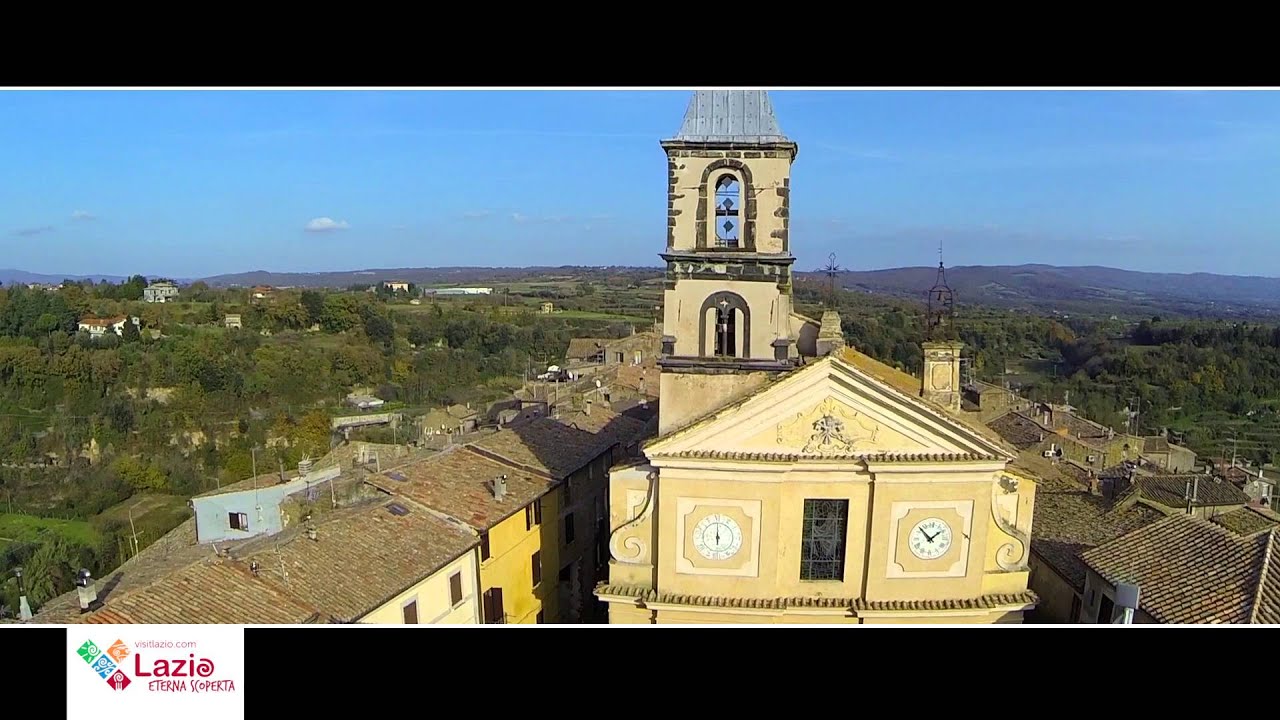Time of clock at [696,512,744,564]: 6:00
